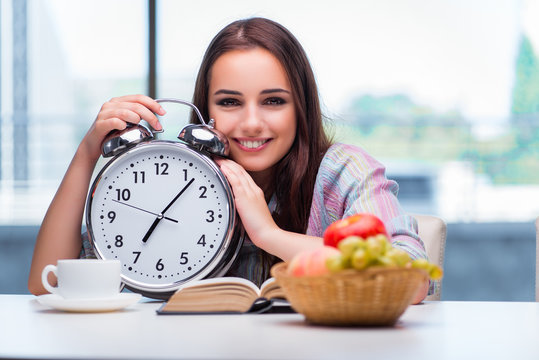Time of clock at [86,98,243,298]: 7:07
